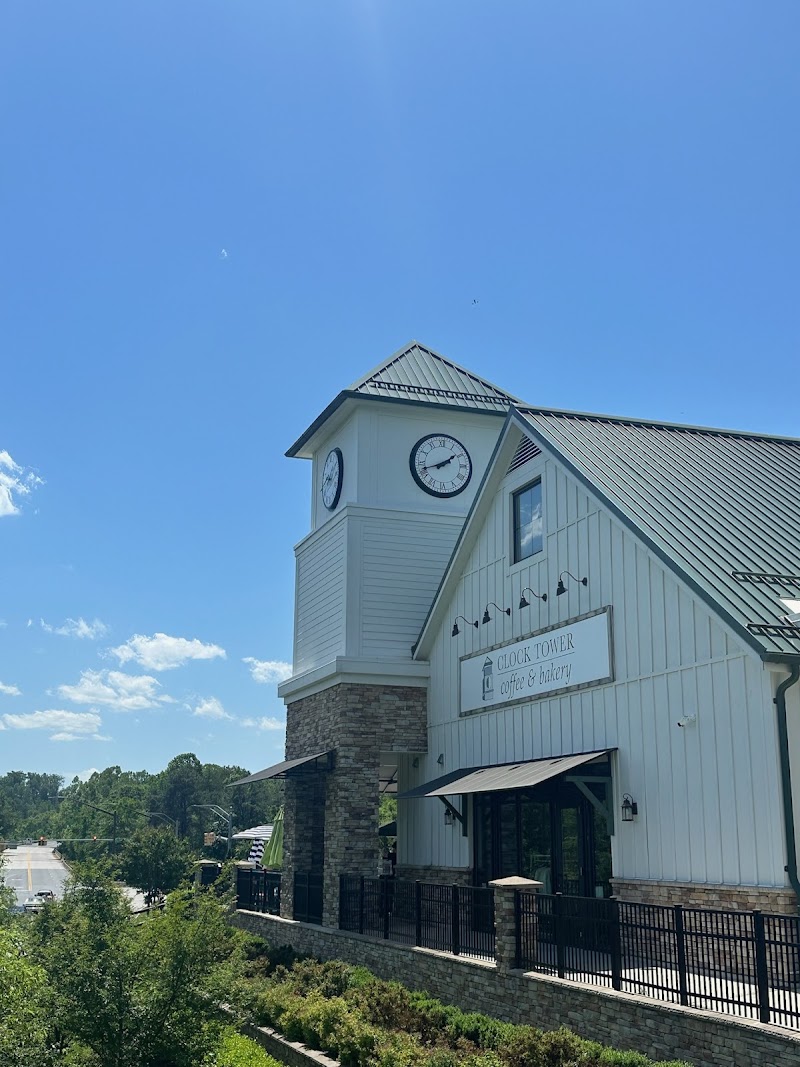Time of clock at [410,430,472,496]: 1:42
